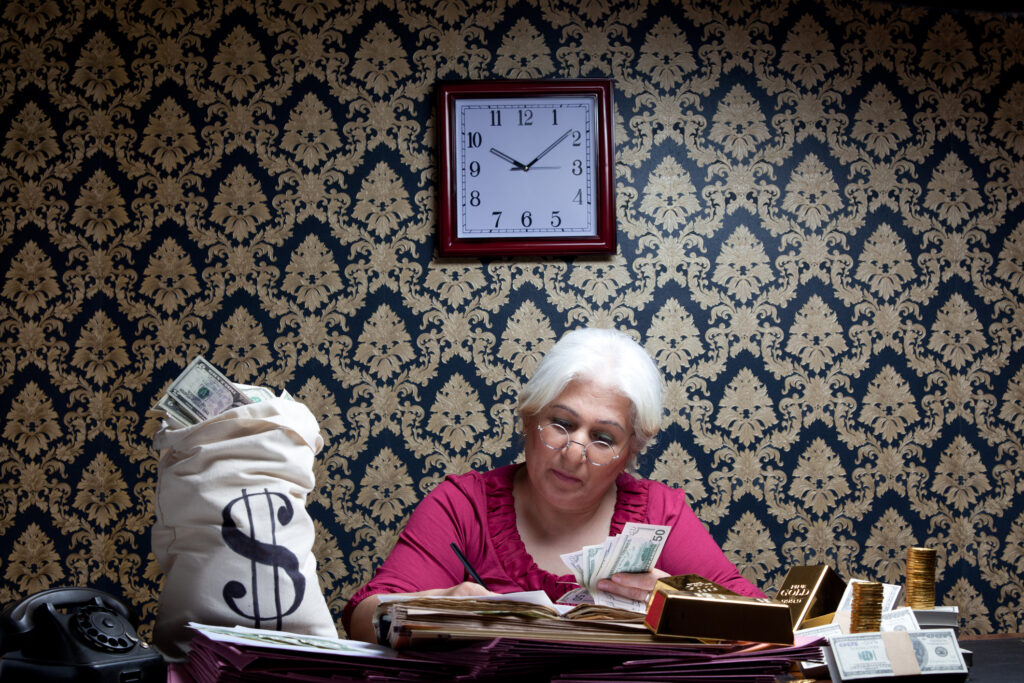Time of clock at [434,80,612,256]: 10:08
